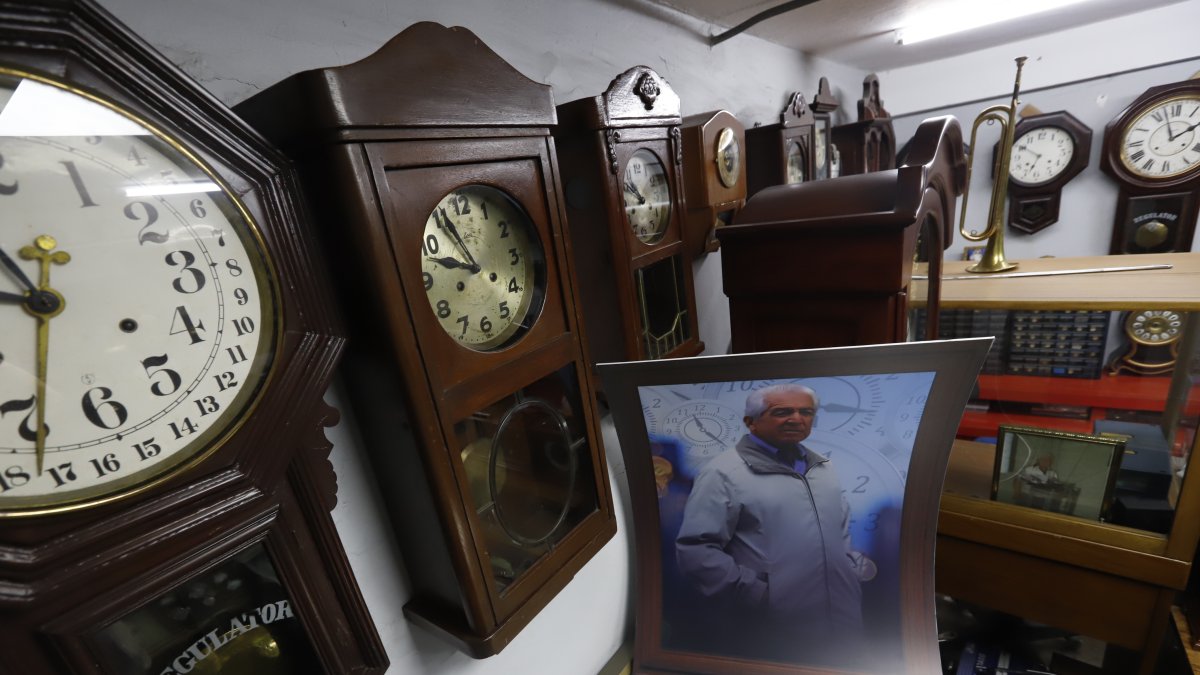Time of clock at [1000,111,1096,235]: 6:50
